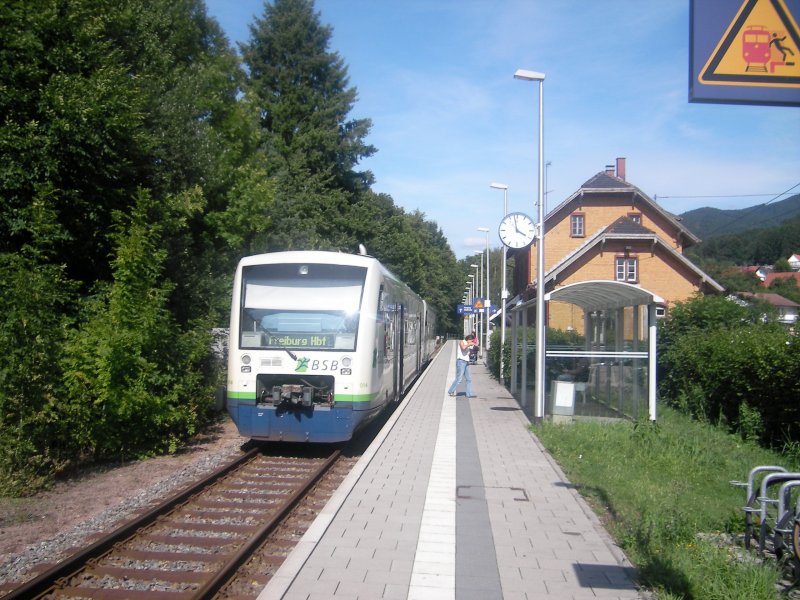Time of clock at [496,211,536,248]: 3:58
